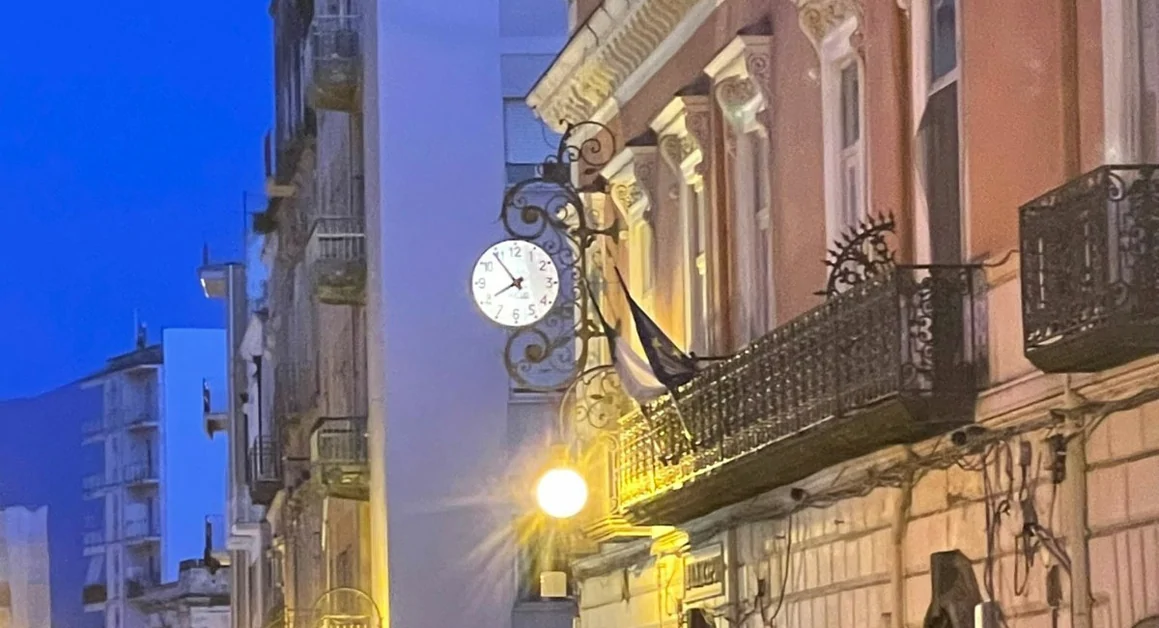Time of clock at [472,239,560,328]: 7:54
